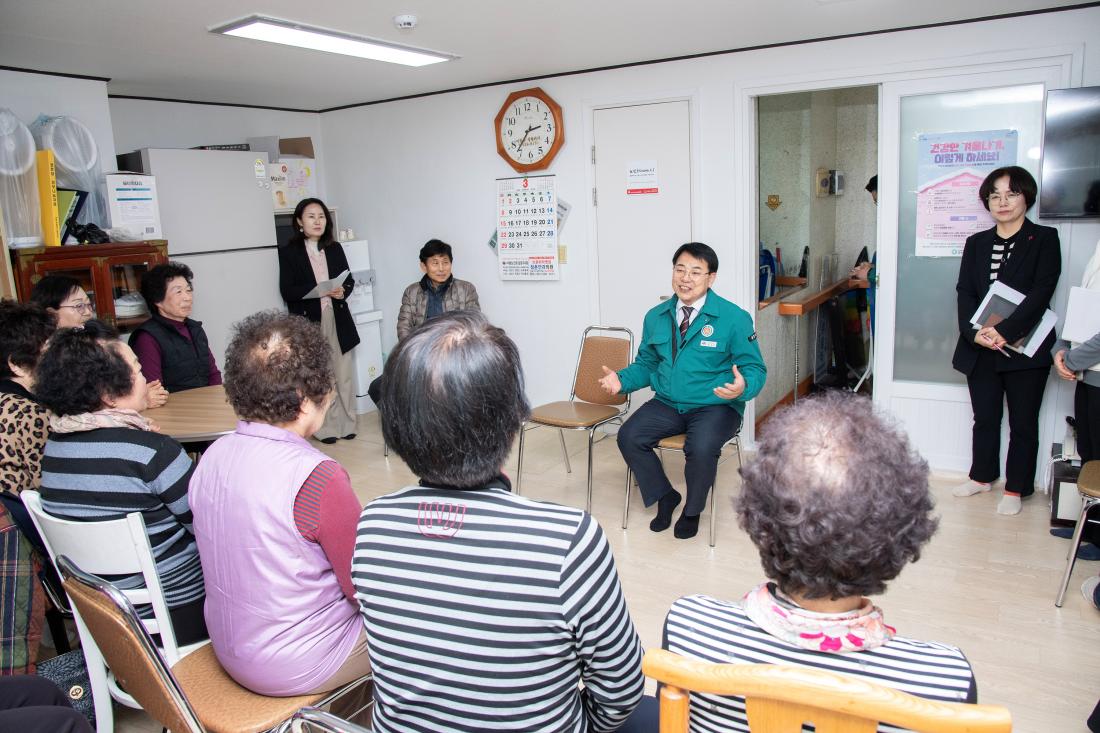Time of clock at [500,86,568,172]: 2:36
